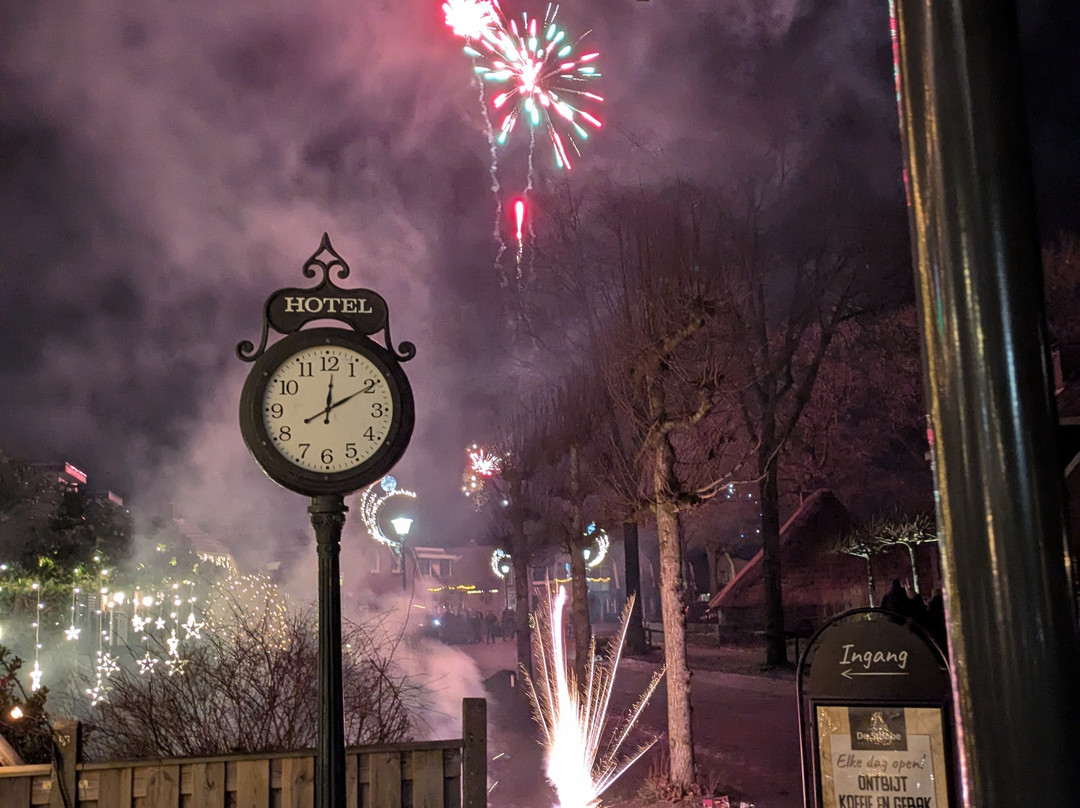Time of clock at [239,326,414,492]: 12:10
